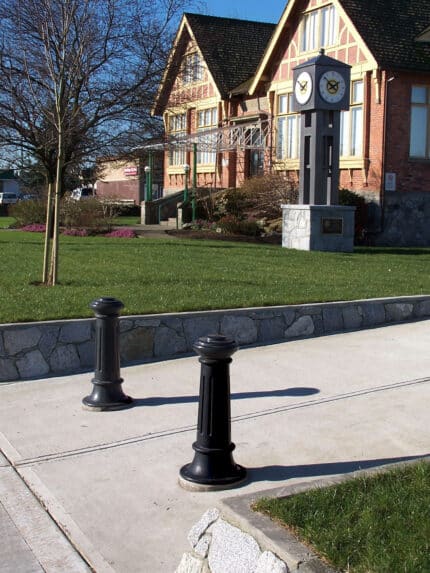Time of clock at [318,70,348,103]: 1:51
